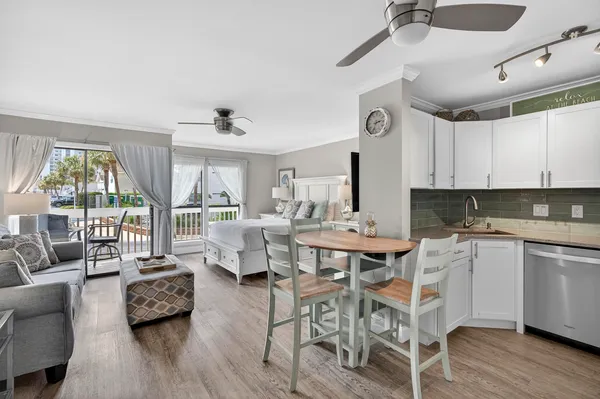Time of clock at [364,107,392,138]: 2:33
